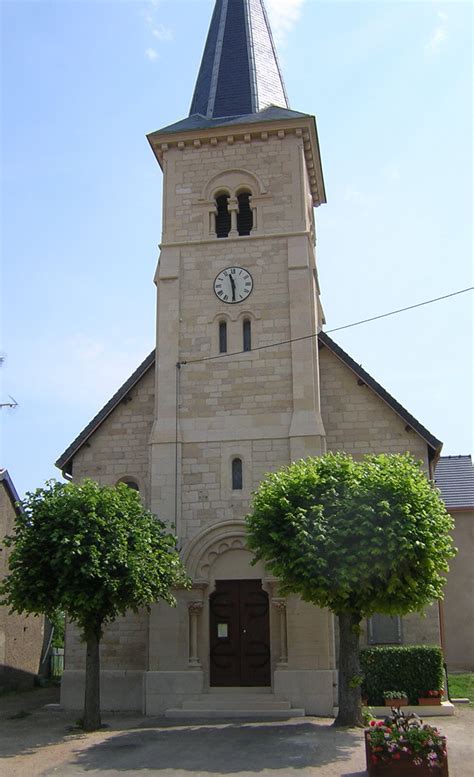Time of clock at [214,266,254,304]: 11:29
